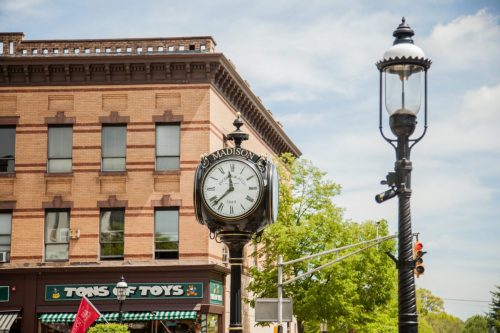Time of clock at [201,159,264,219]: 11:37
